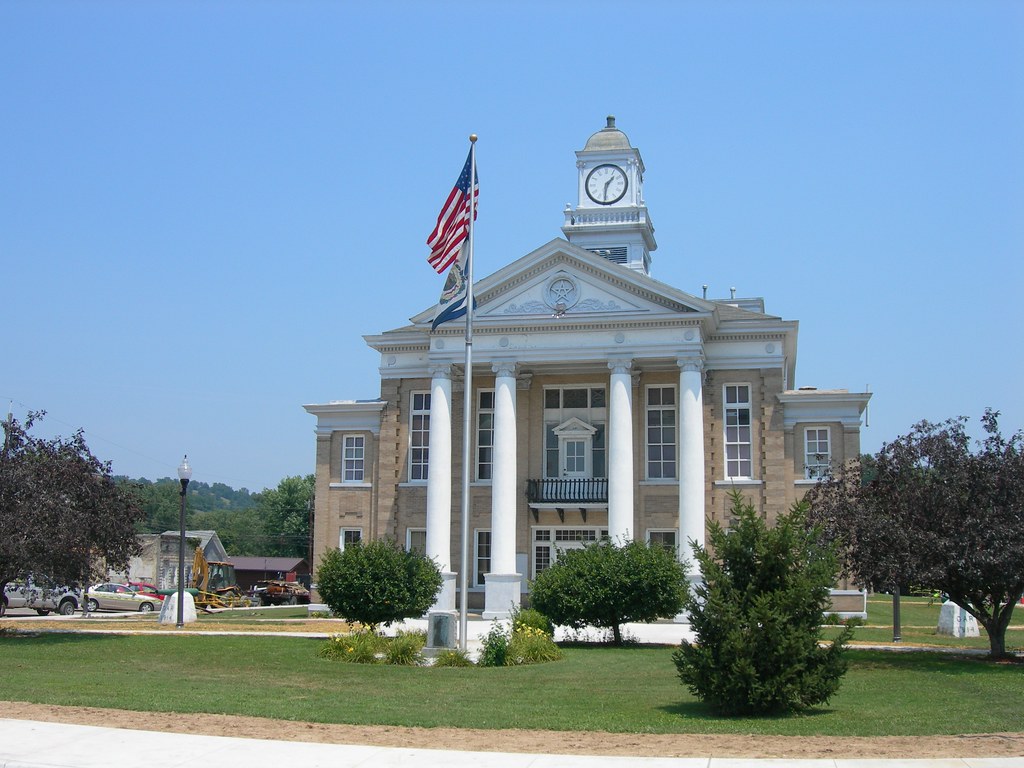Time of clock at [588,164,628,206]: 1:31
